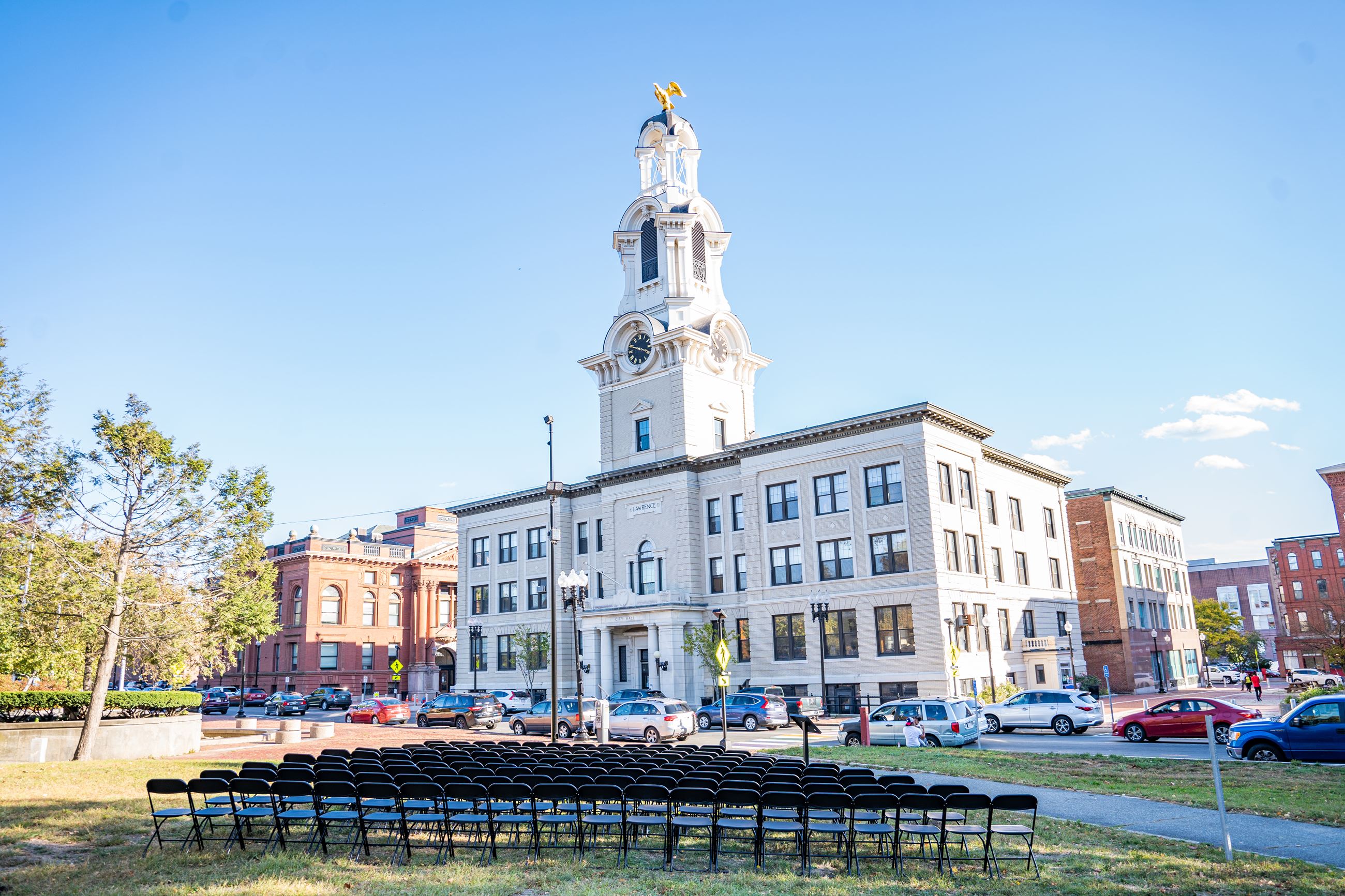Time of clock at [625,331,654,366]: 3:48
